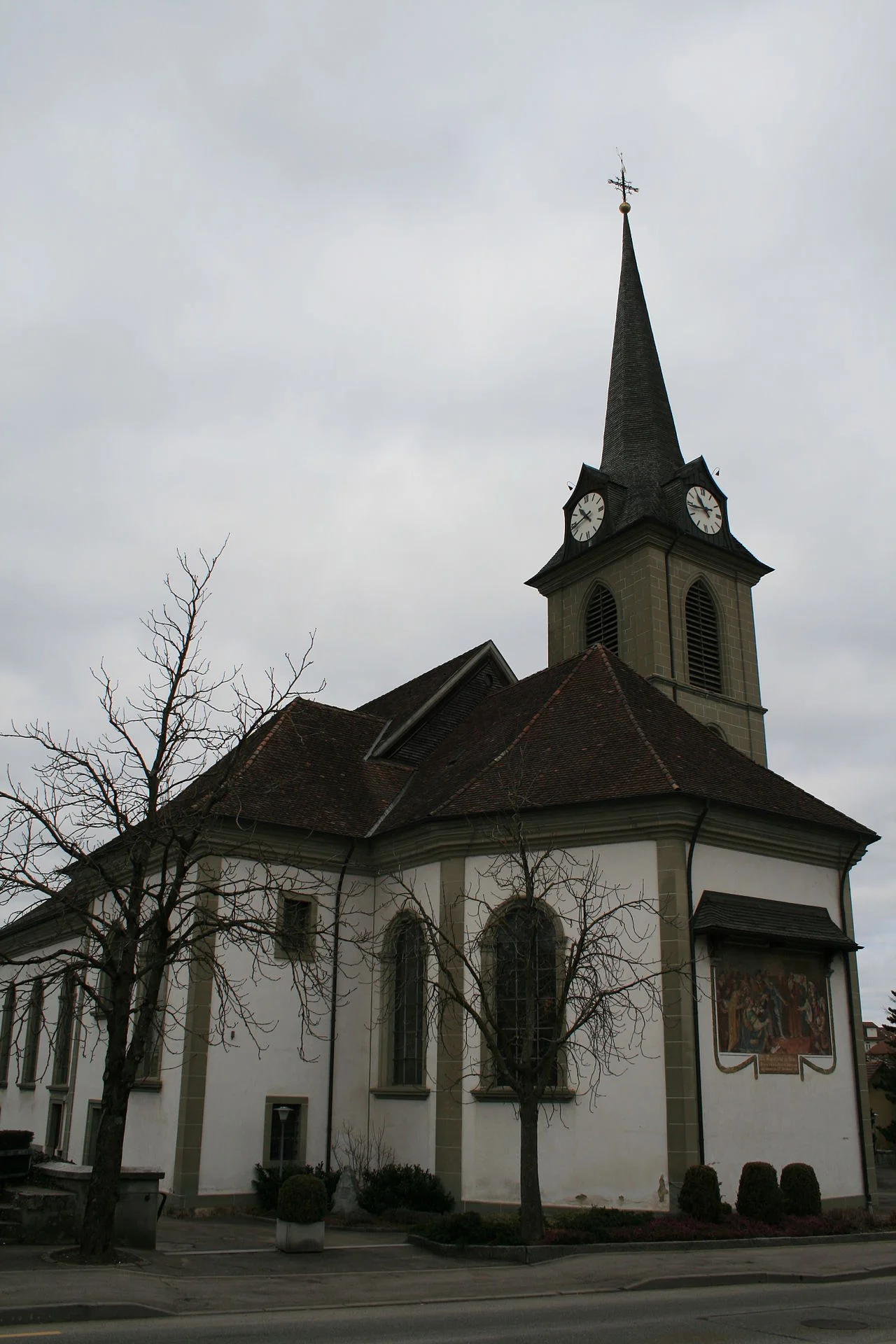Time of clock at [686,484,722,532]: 10:43
